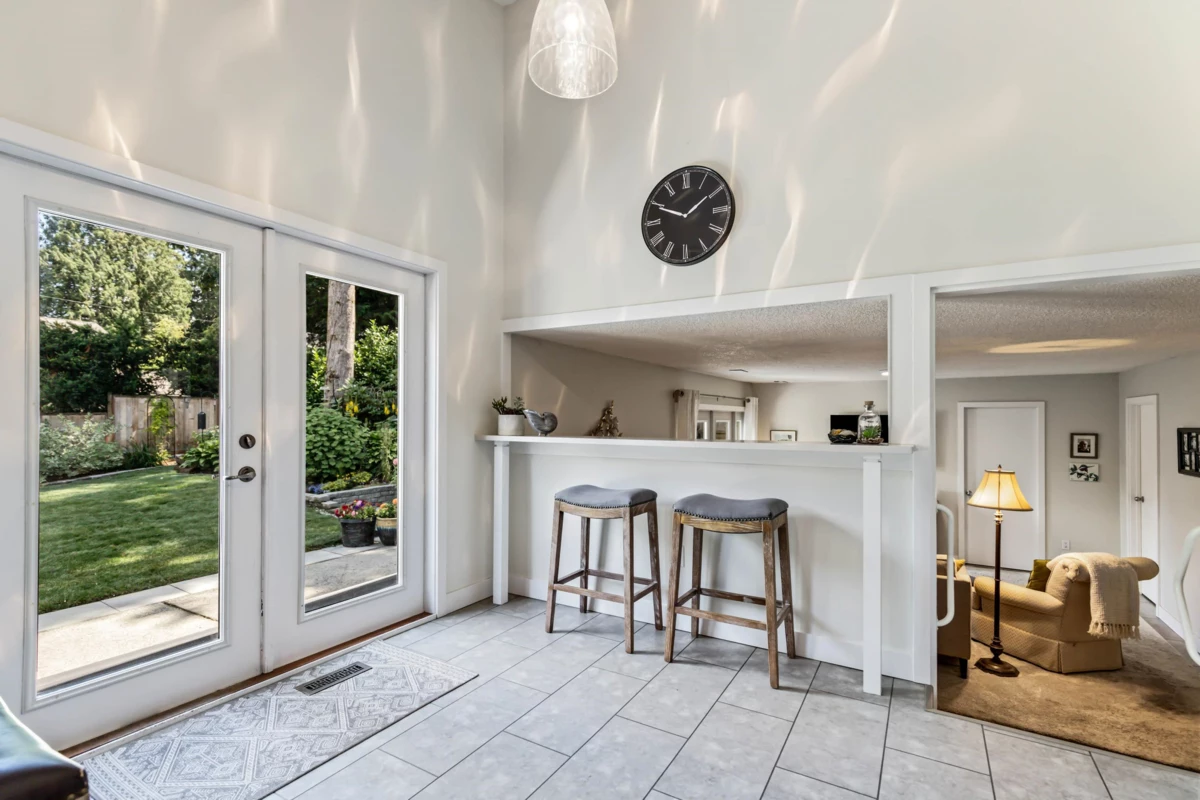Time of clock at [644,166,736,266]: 1:49
